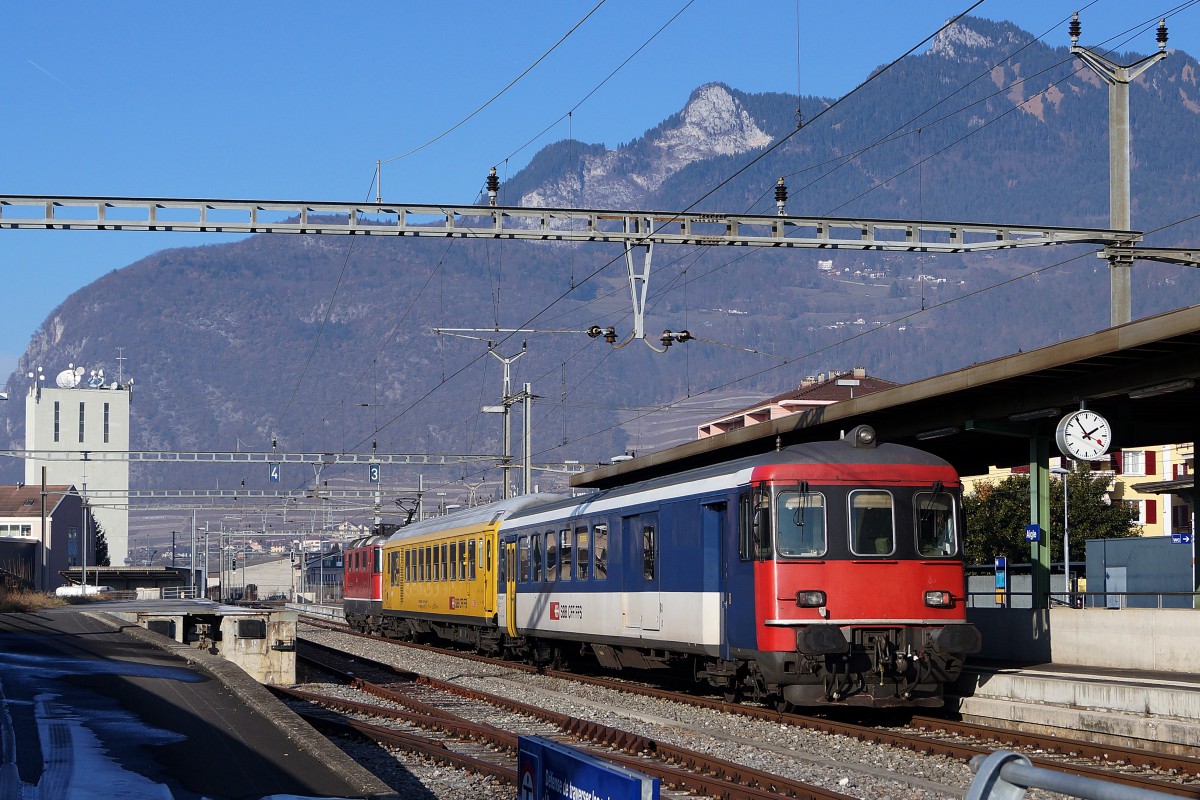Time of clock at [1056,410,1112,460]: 1:54
